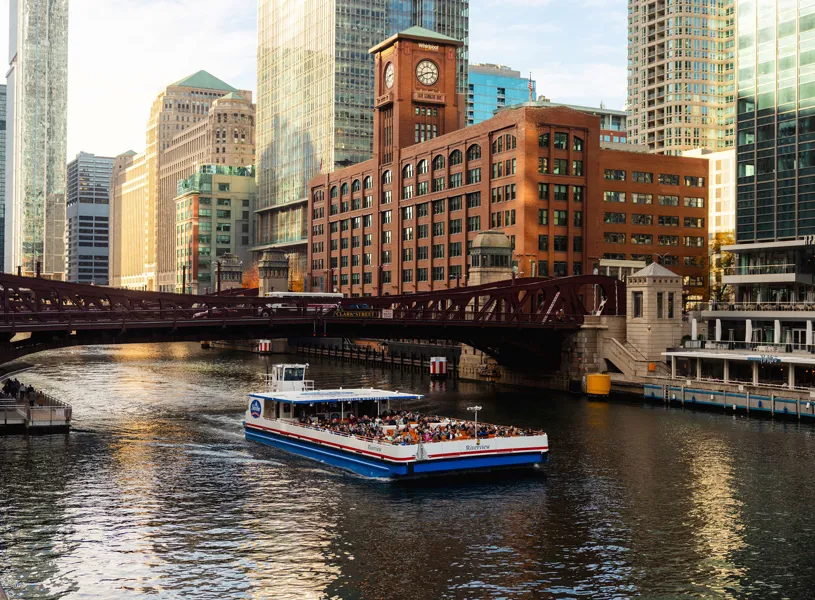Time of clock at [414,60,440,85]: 2:40
